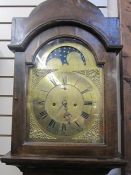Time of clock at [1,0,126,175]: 10:28
